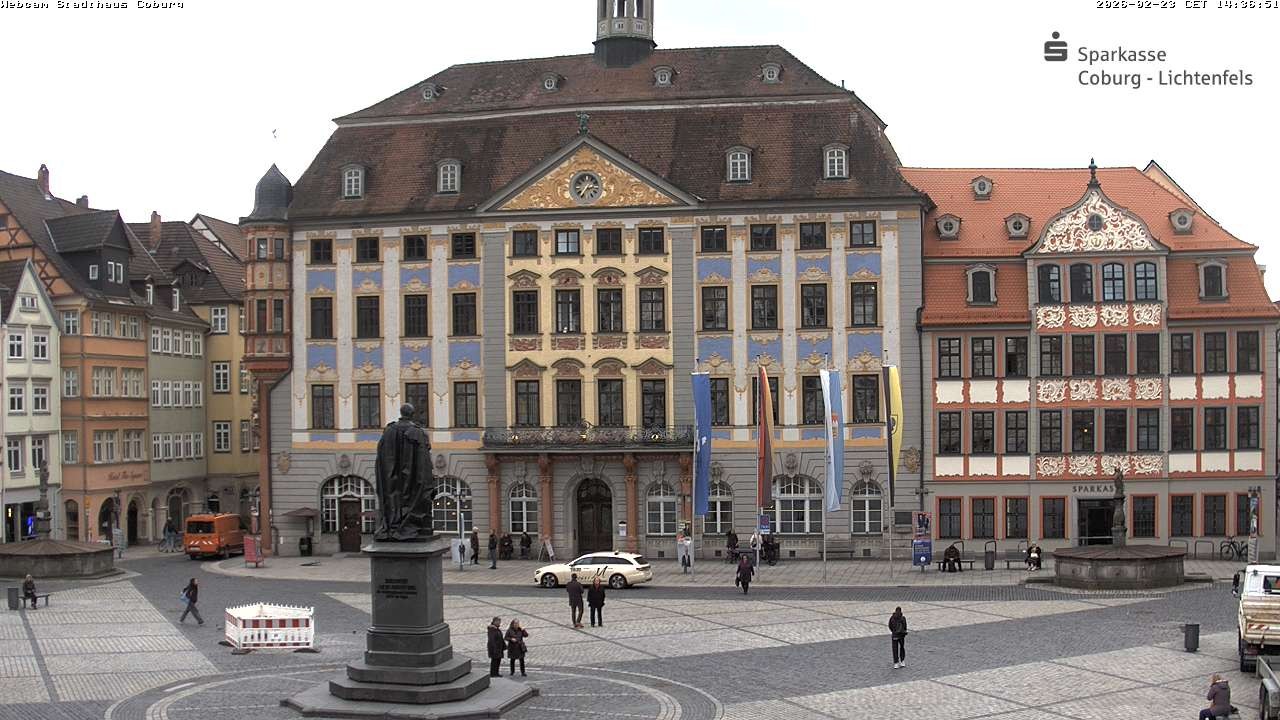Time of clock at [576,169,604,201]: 2:36
